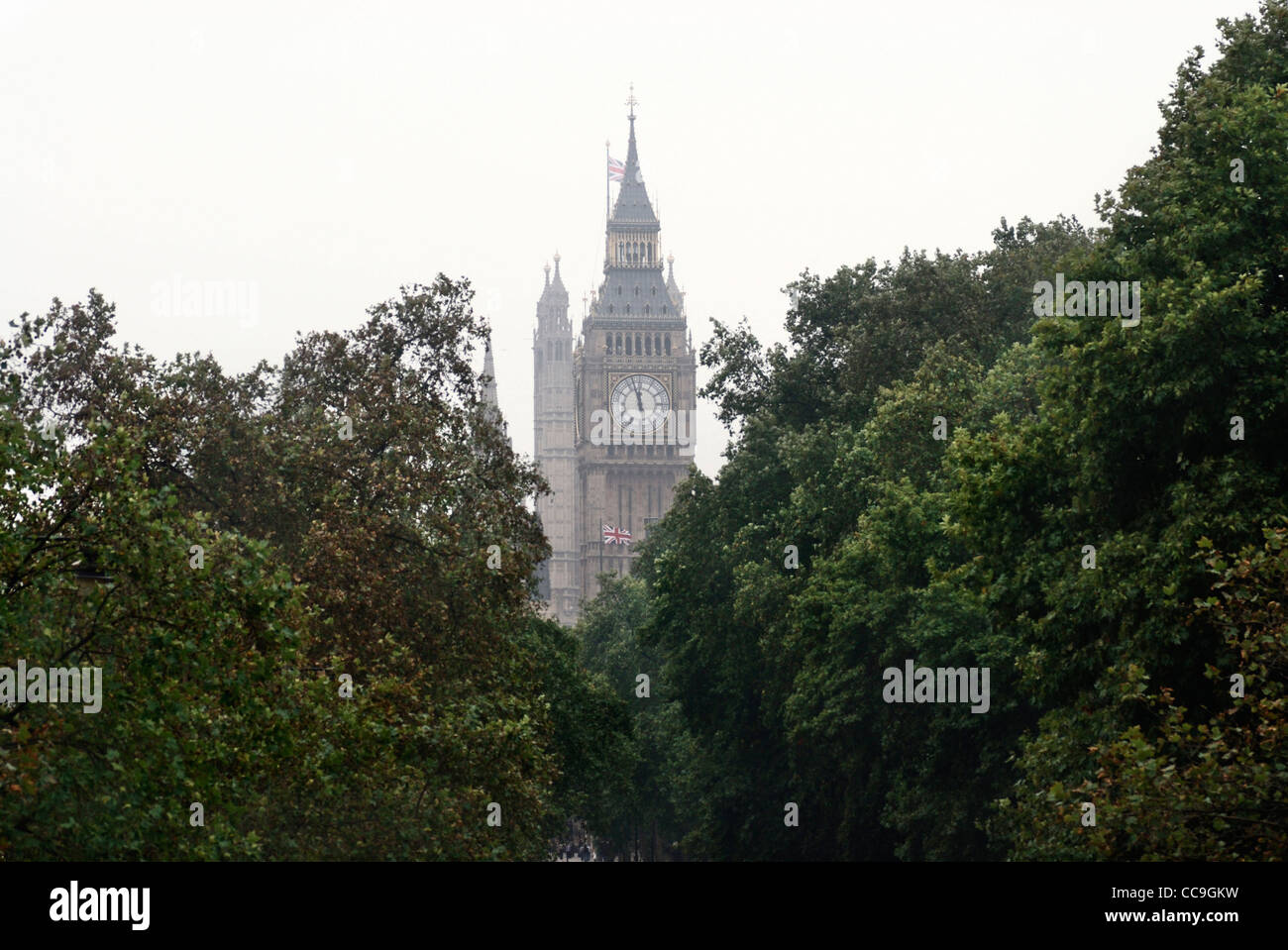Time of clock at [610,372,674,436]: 11:57
